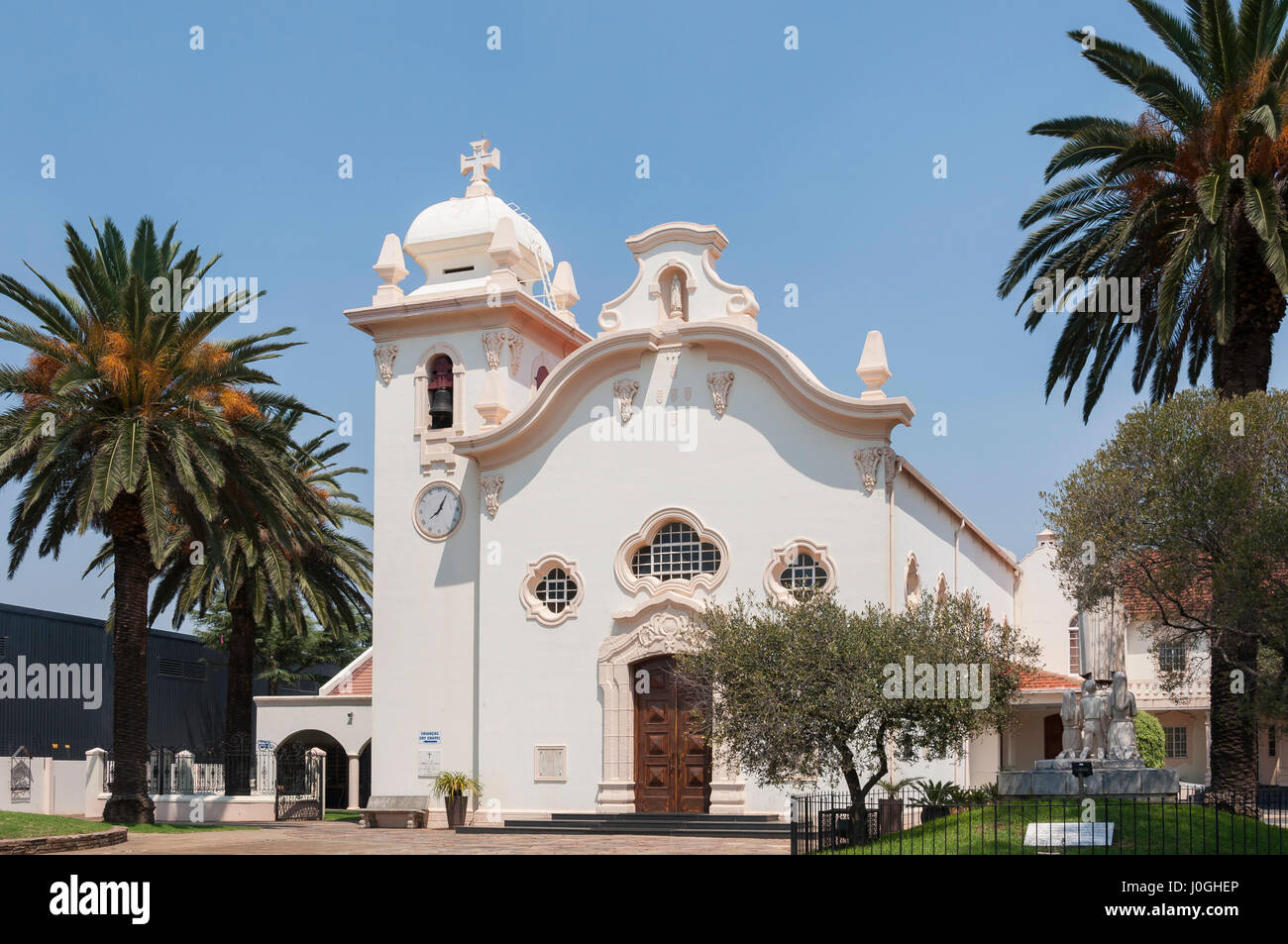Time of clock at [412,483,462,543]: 8:04
